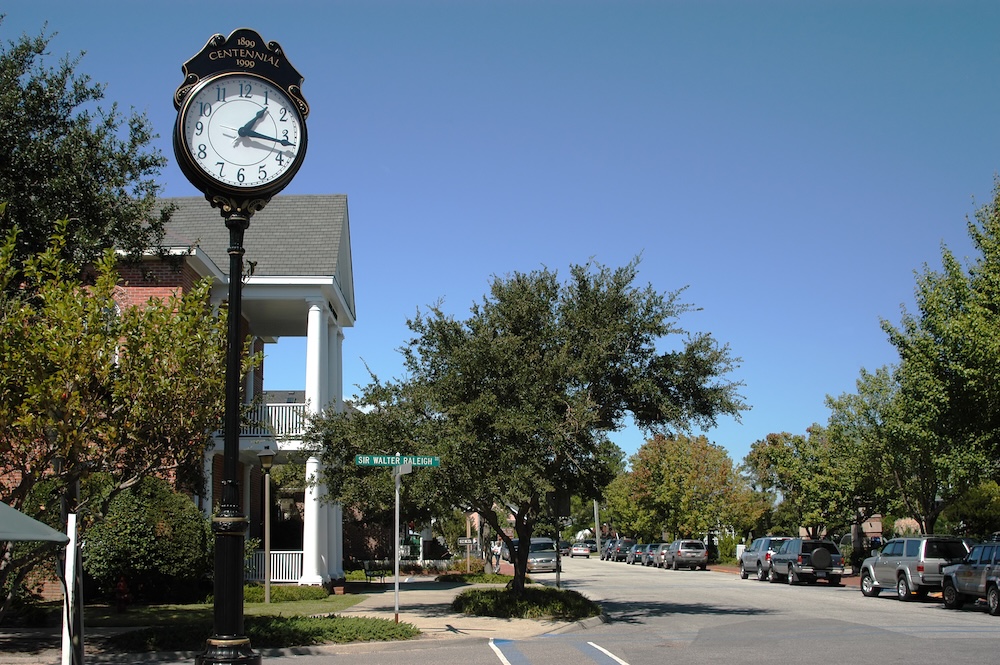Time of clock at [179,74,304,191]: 1:16
